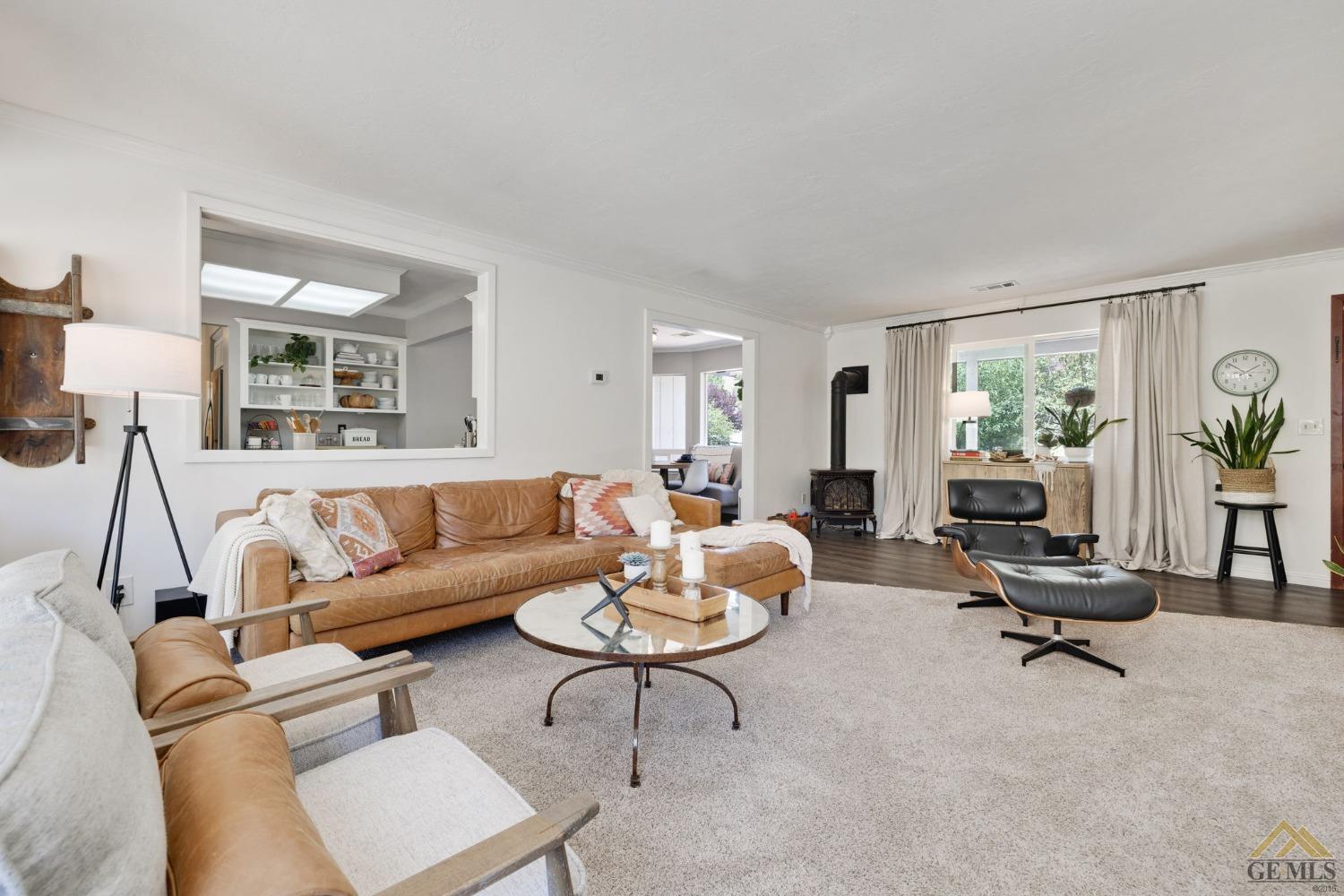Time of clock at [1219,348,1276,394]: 1:51
